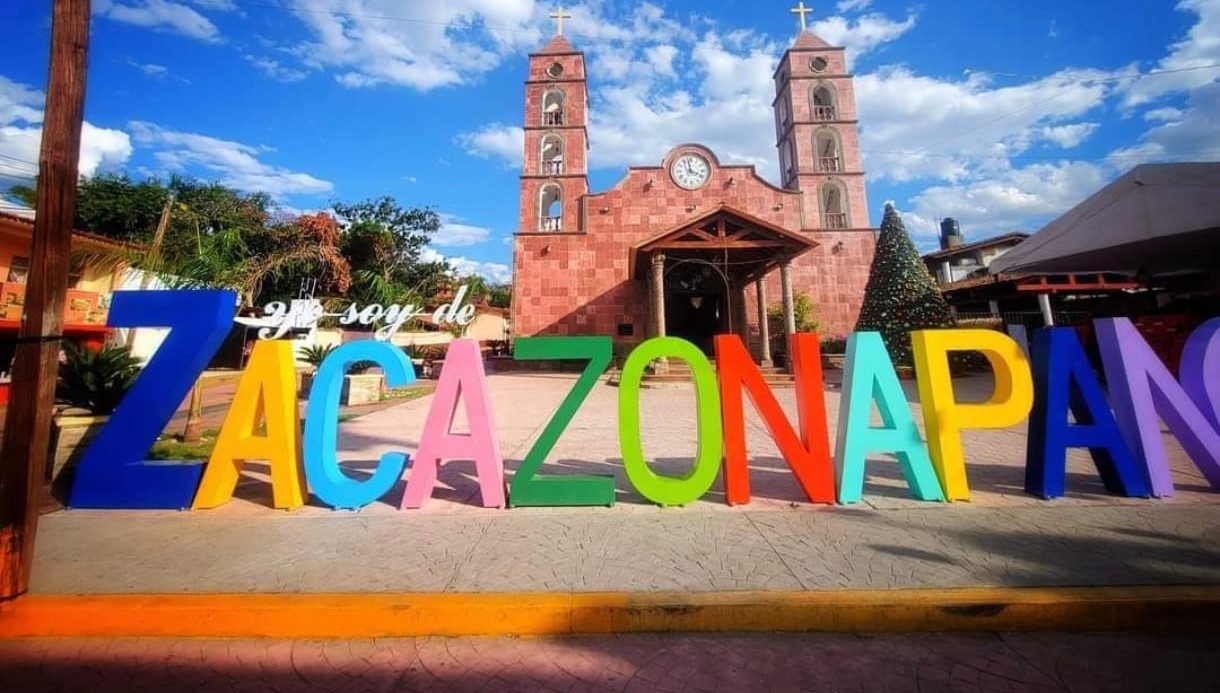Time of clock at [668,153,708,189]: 3:58
